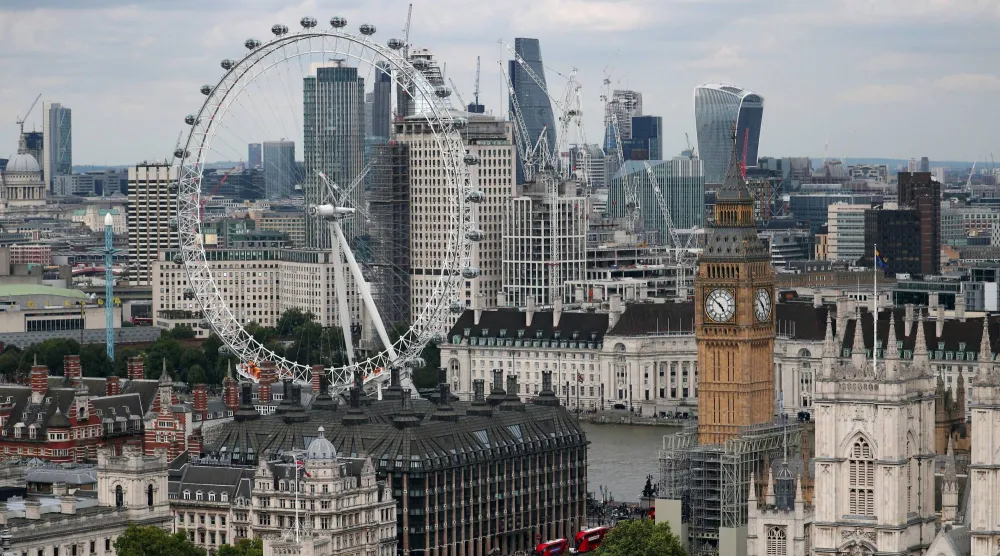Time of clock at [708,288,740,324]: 4:51
